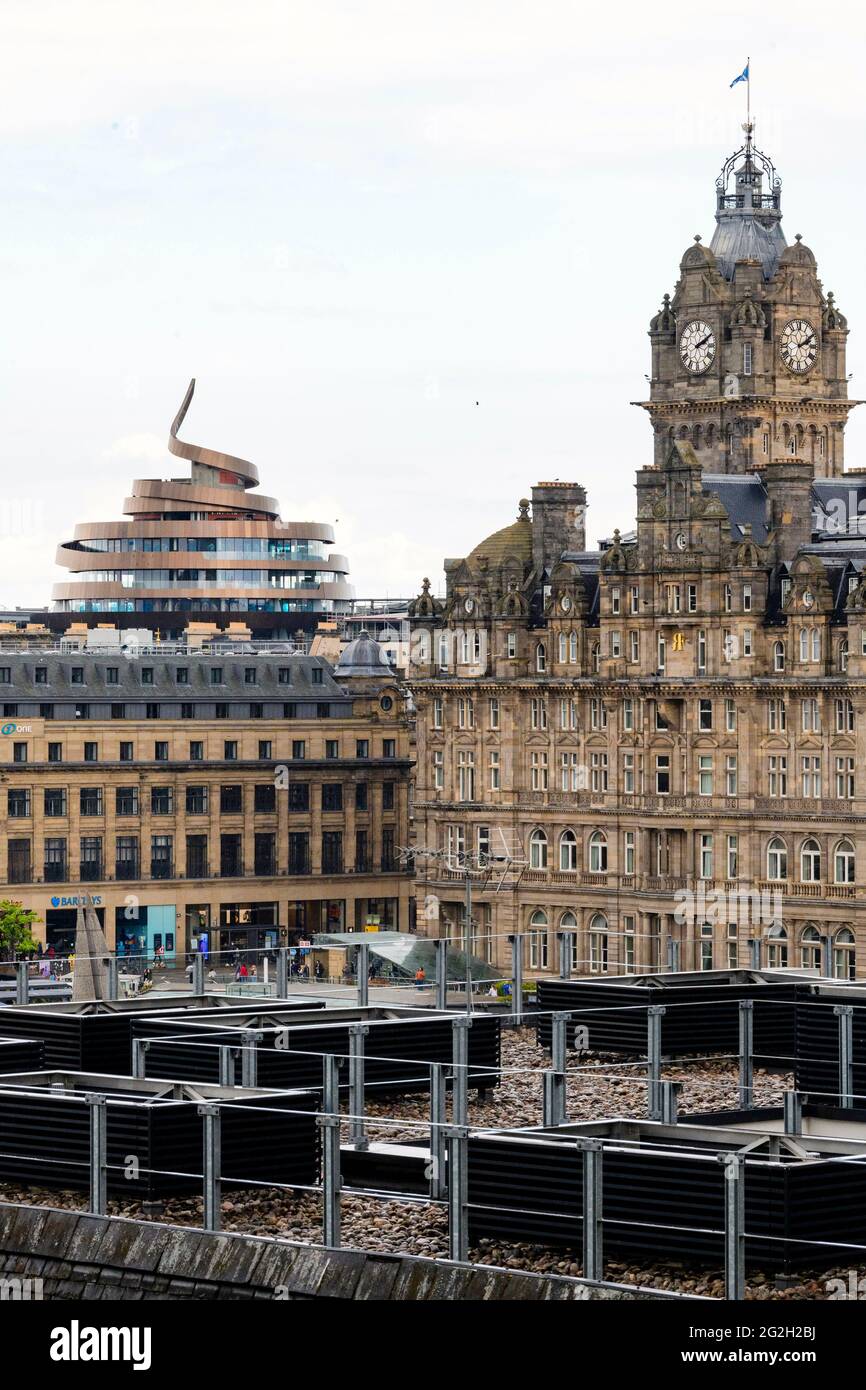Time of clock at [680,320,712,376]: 2:09
